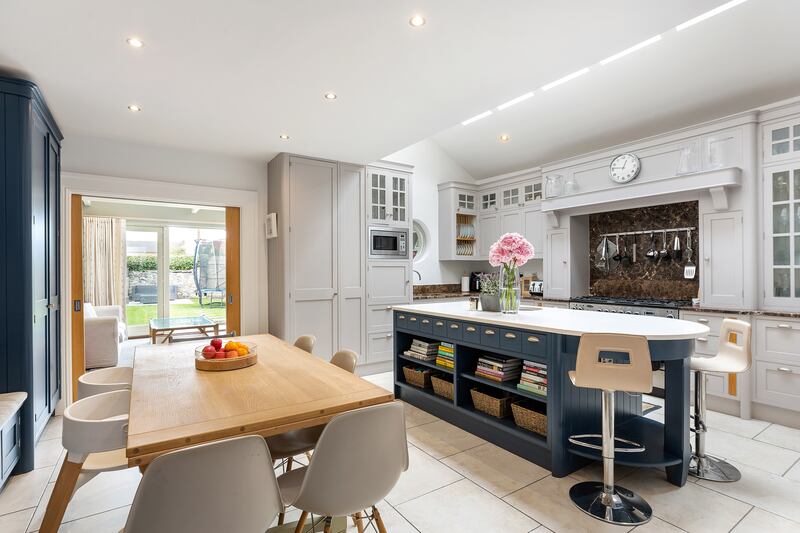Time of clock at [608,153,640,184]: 12:46
